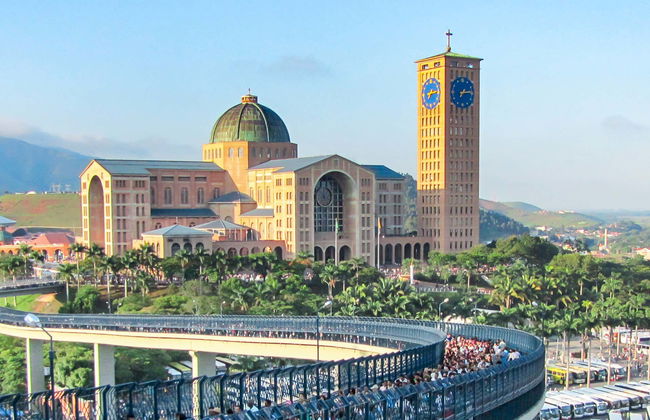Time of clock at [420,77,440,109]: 7:13
